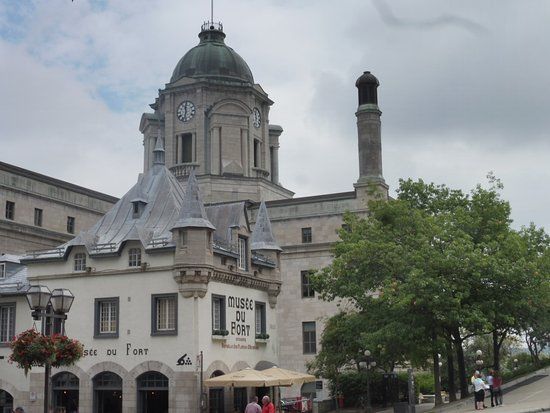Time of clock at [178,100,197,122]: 11:32
